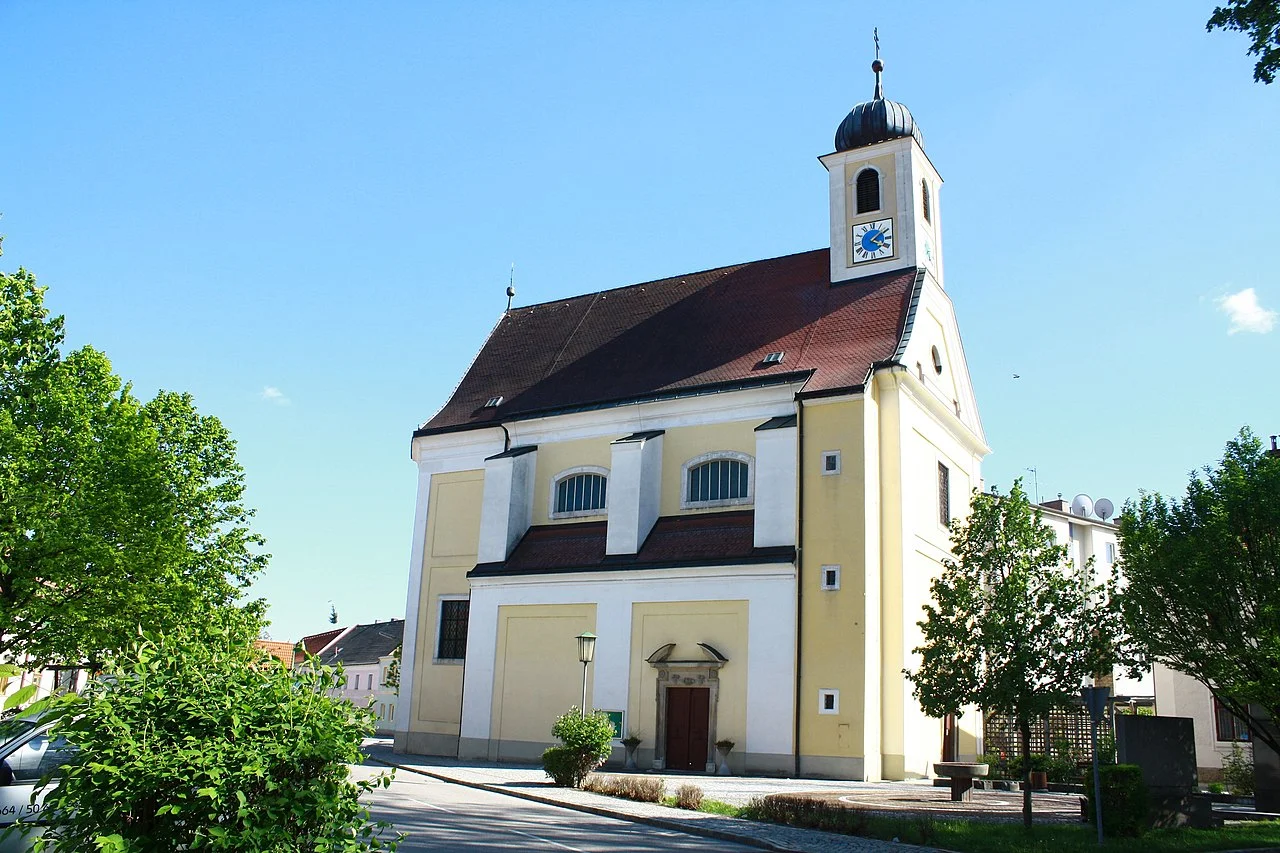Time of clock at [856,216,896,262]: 4:08
